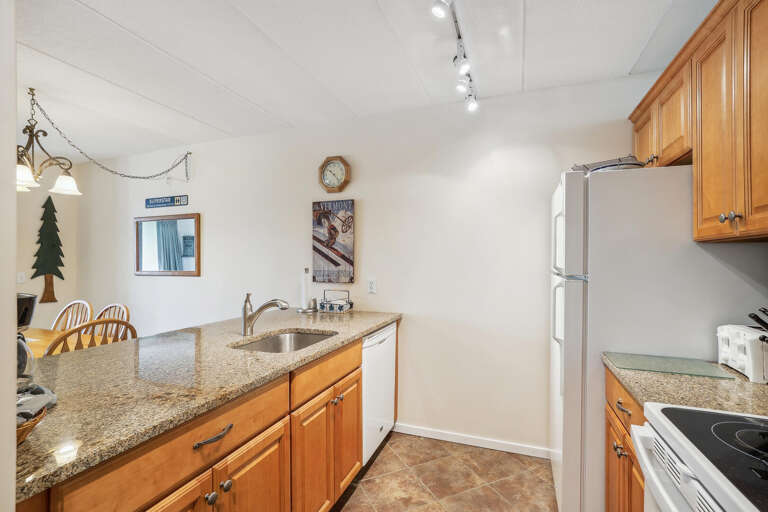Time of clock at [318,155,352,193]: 10:23
